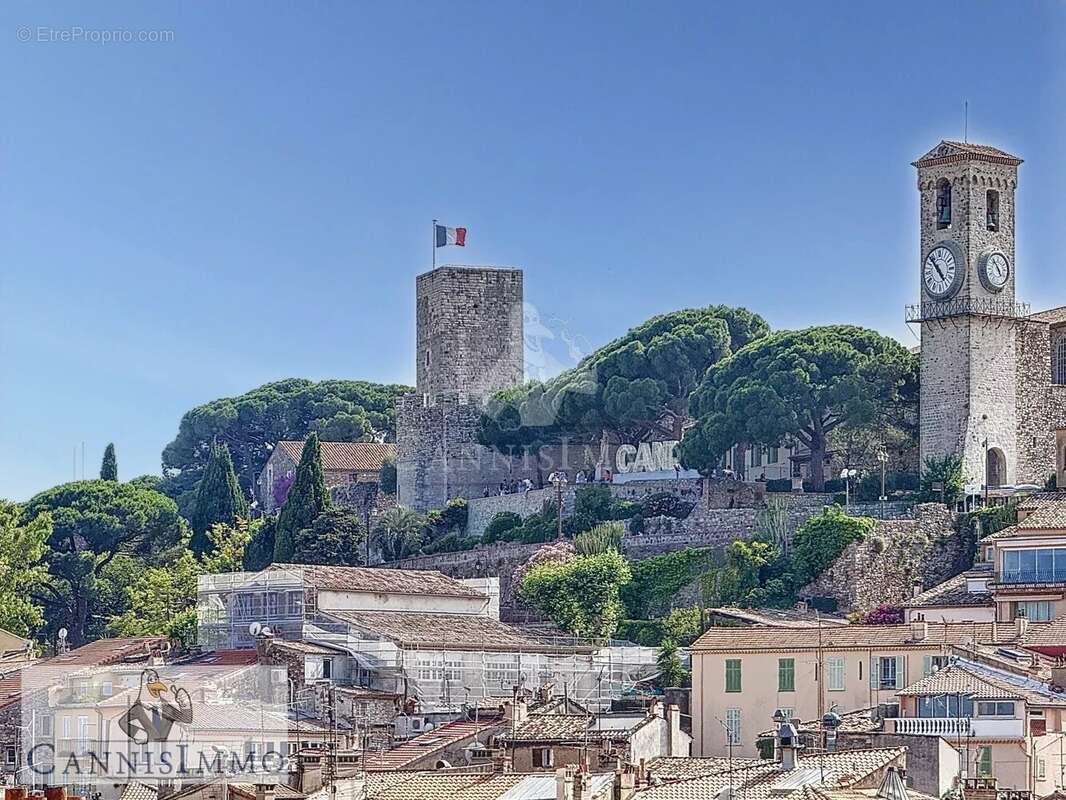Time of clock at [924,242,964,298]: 4:52
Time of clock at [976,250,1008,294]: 4:52
